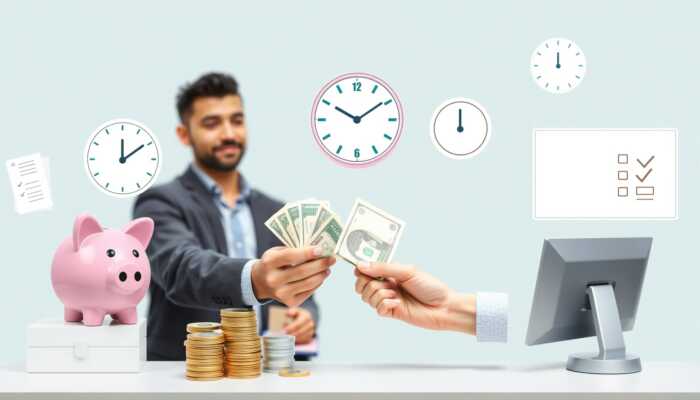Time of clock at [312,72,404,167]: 10:09
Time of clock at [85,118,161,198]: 12:09
